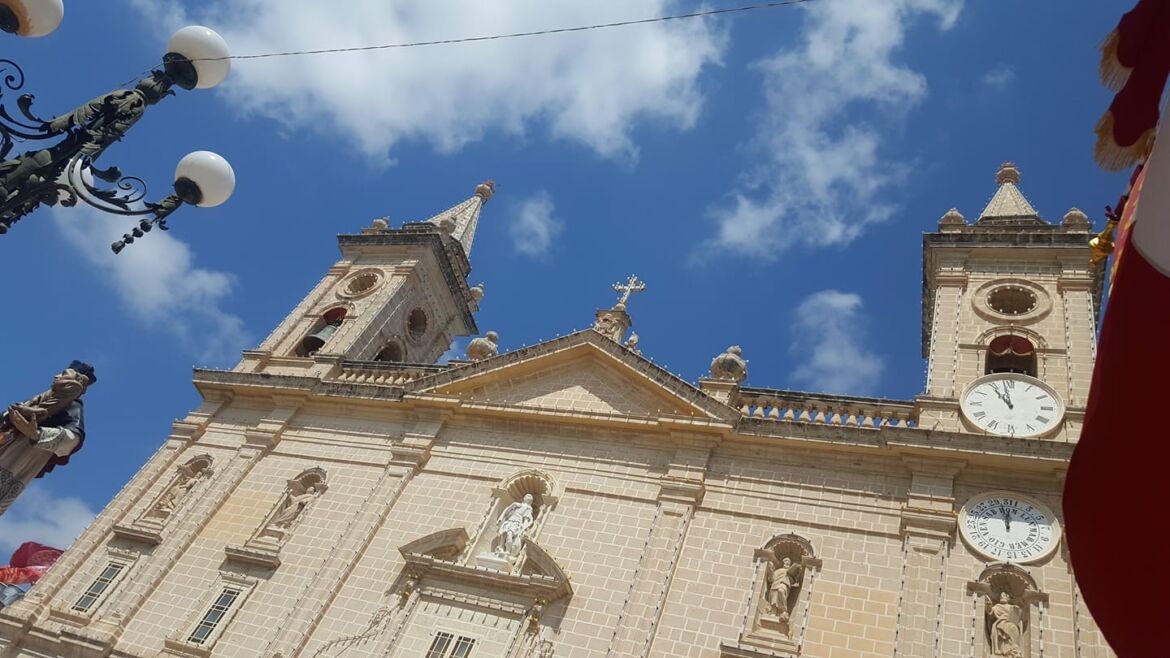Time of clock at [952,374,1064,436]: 10:58
